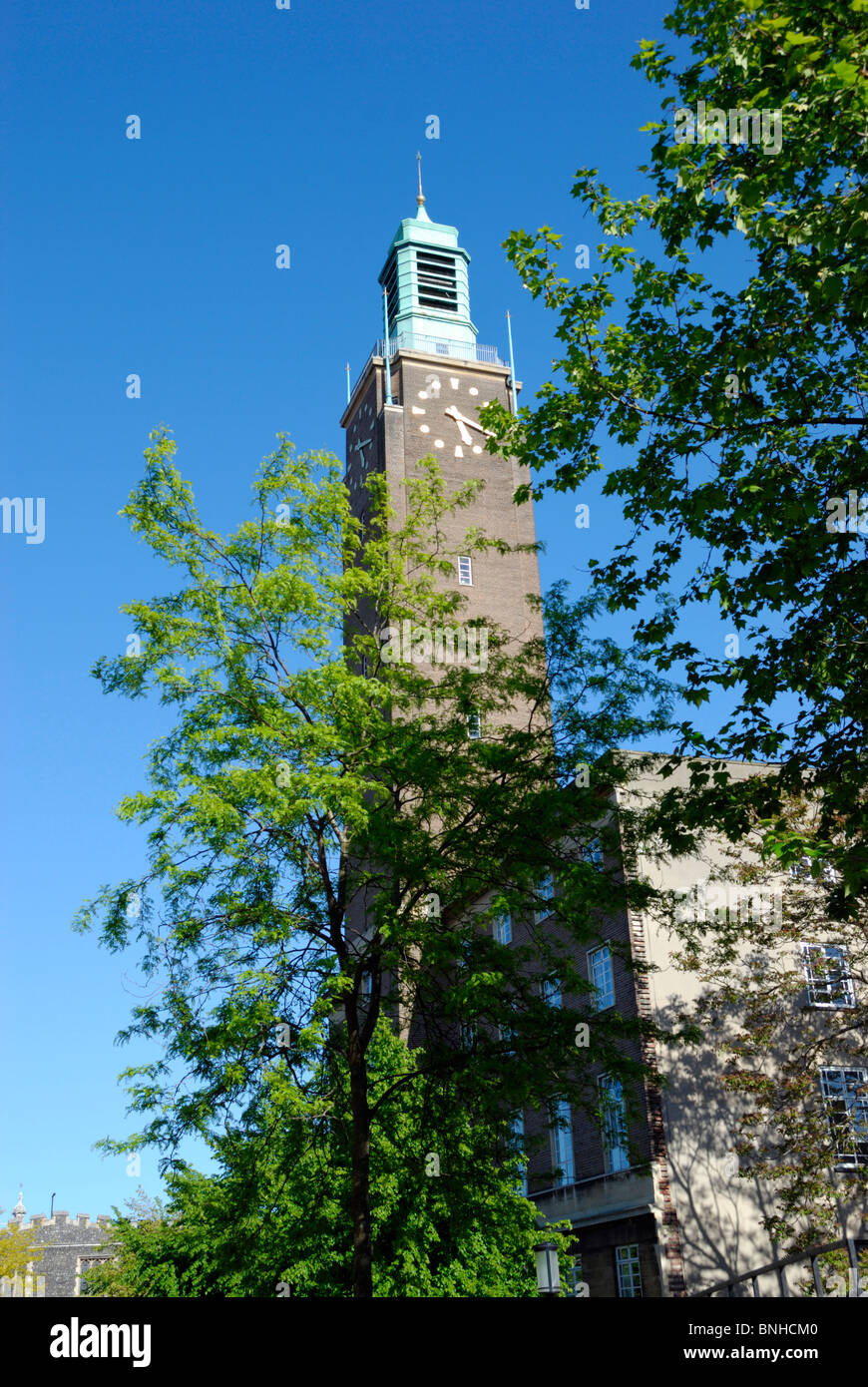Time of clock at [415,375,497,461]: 5:18
